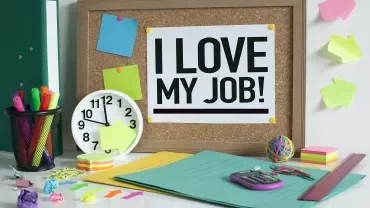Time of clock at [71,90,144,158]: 11:47
